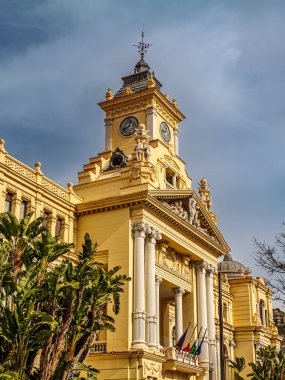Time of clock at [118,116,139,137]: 12:40
